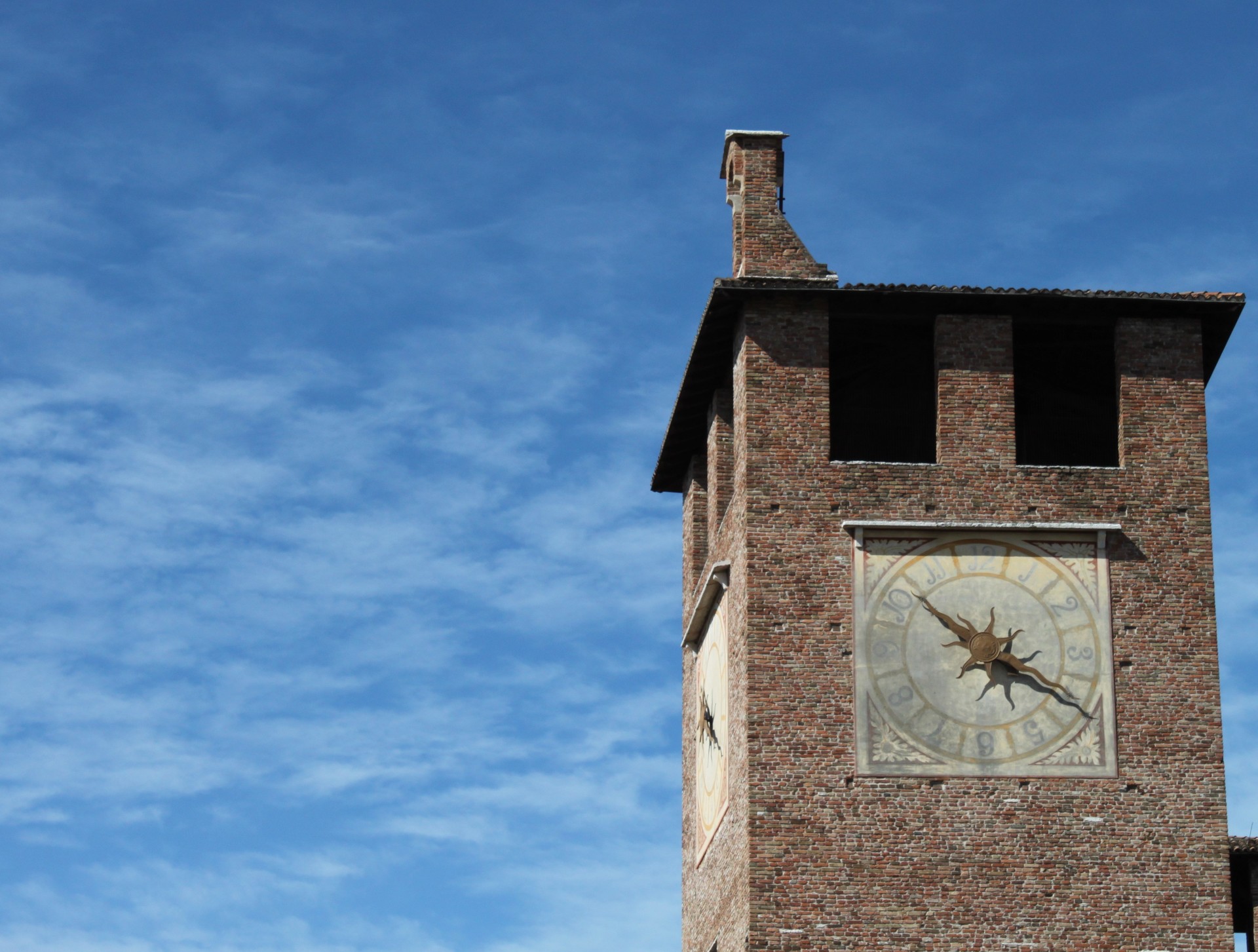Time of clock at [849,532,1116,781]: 3:52
